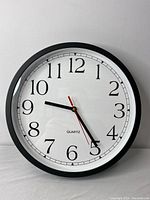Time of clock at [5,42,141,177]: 9:24
